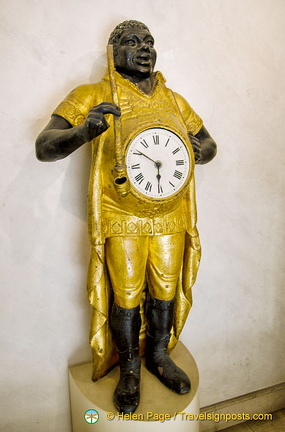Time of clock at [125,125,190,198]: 5:50
